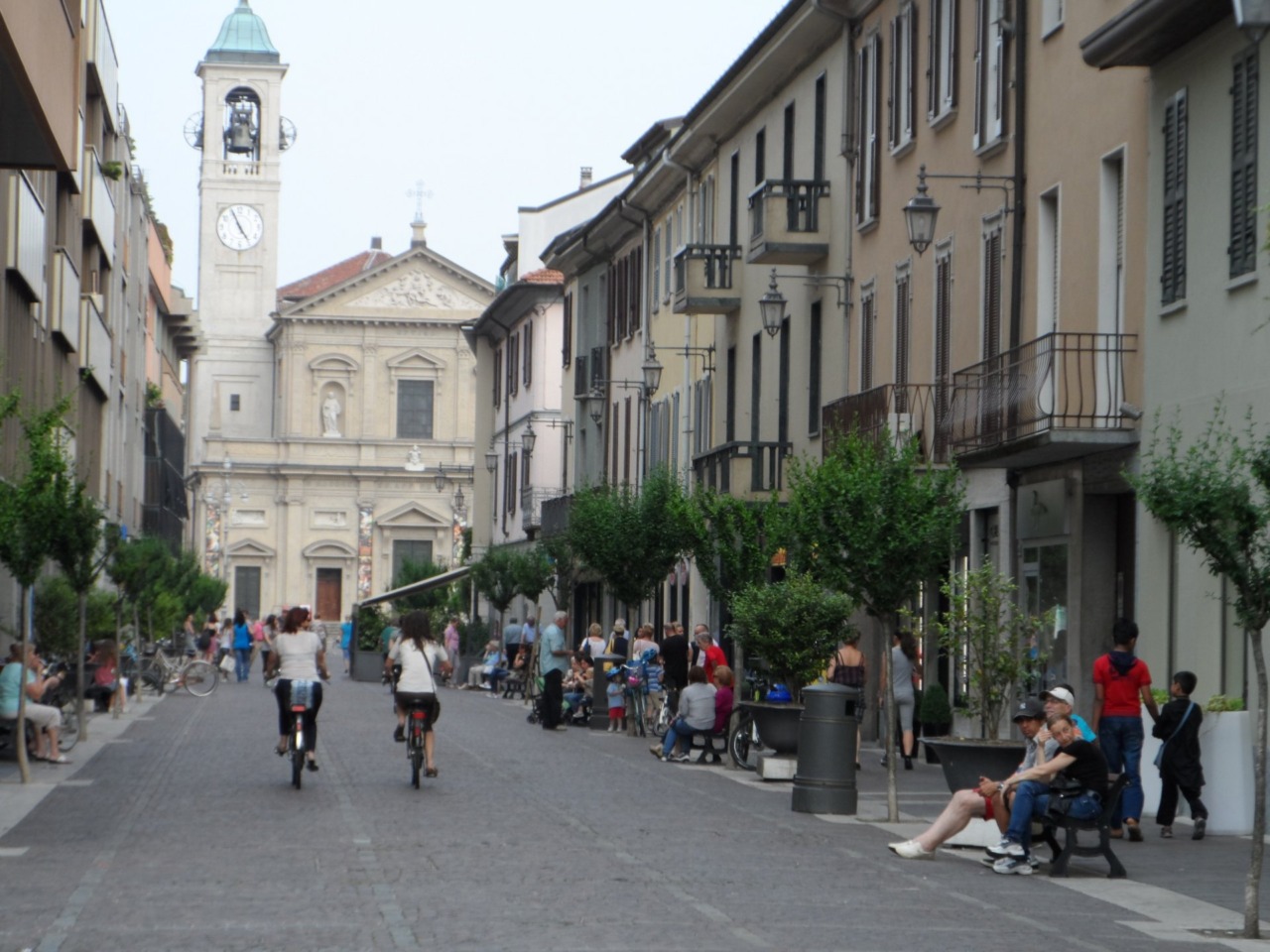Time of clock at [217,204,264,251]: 4:56
